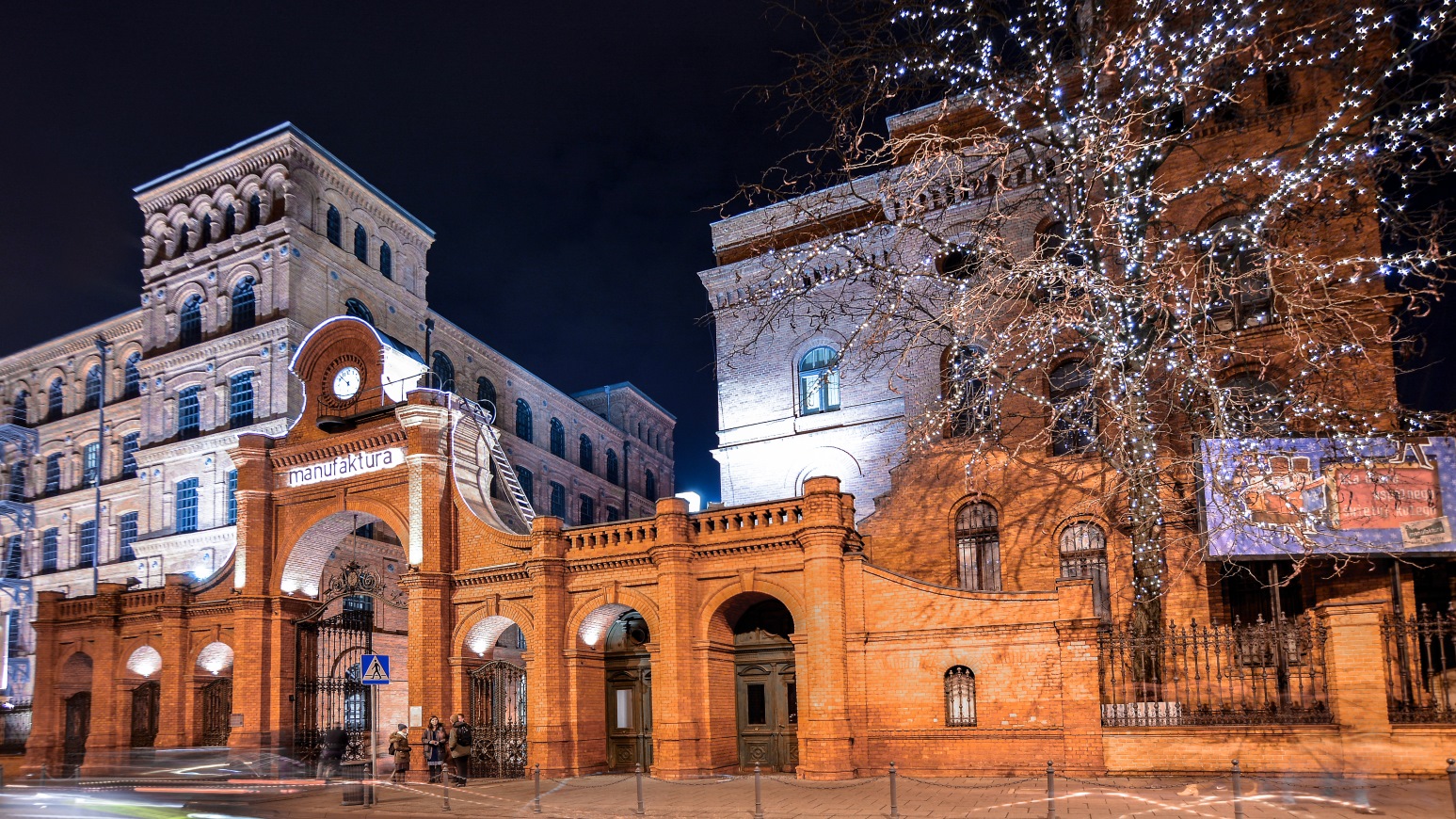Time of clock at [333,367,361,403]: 5:52
